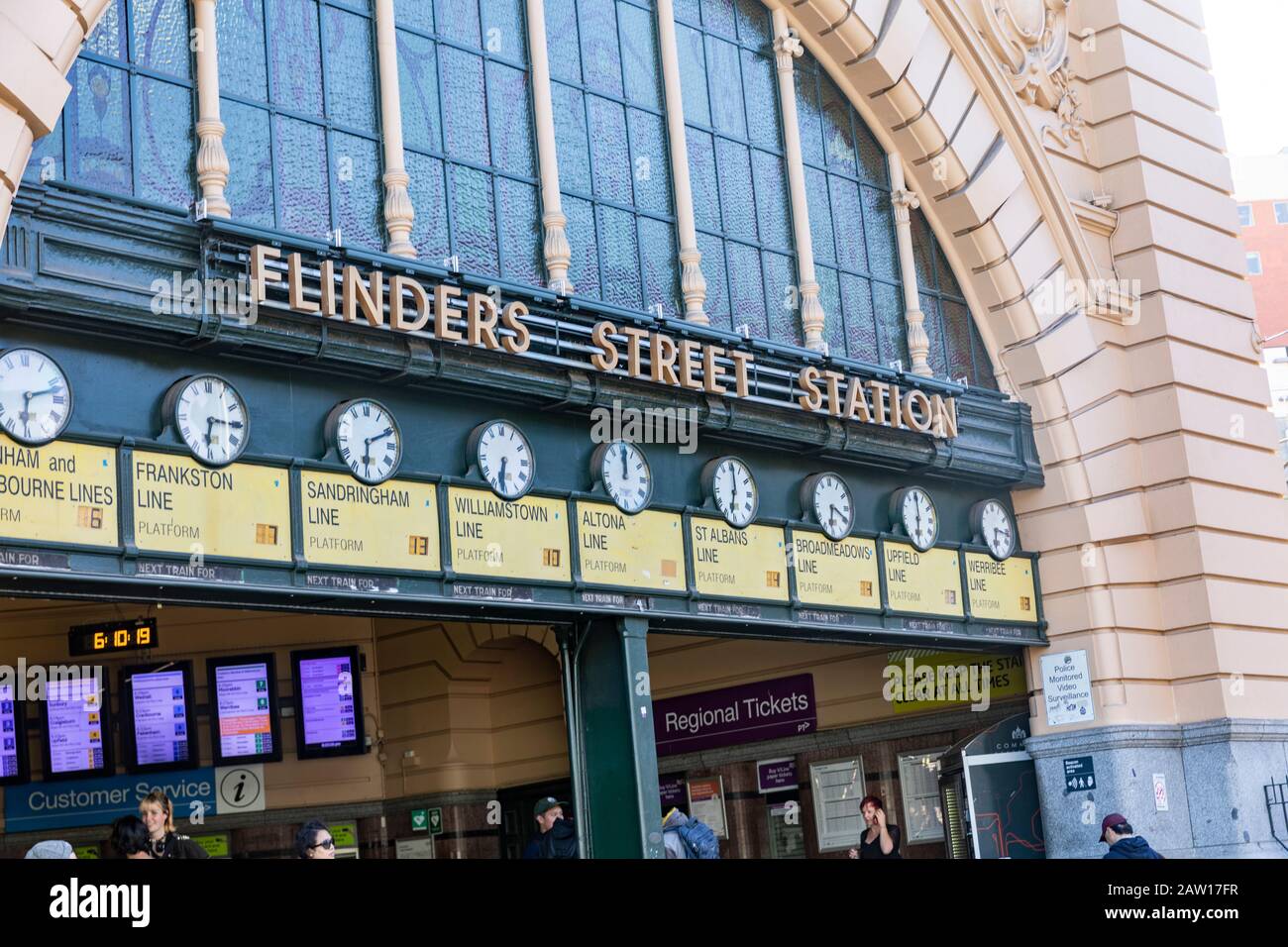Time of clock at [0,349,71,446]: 6:12
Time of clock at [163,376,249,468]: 6:15
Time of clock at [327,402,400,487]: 6:10
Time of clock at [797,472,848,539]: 6:19
